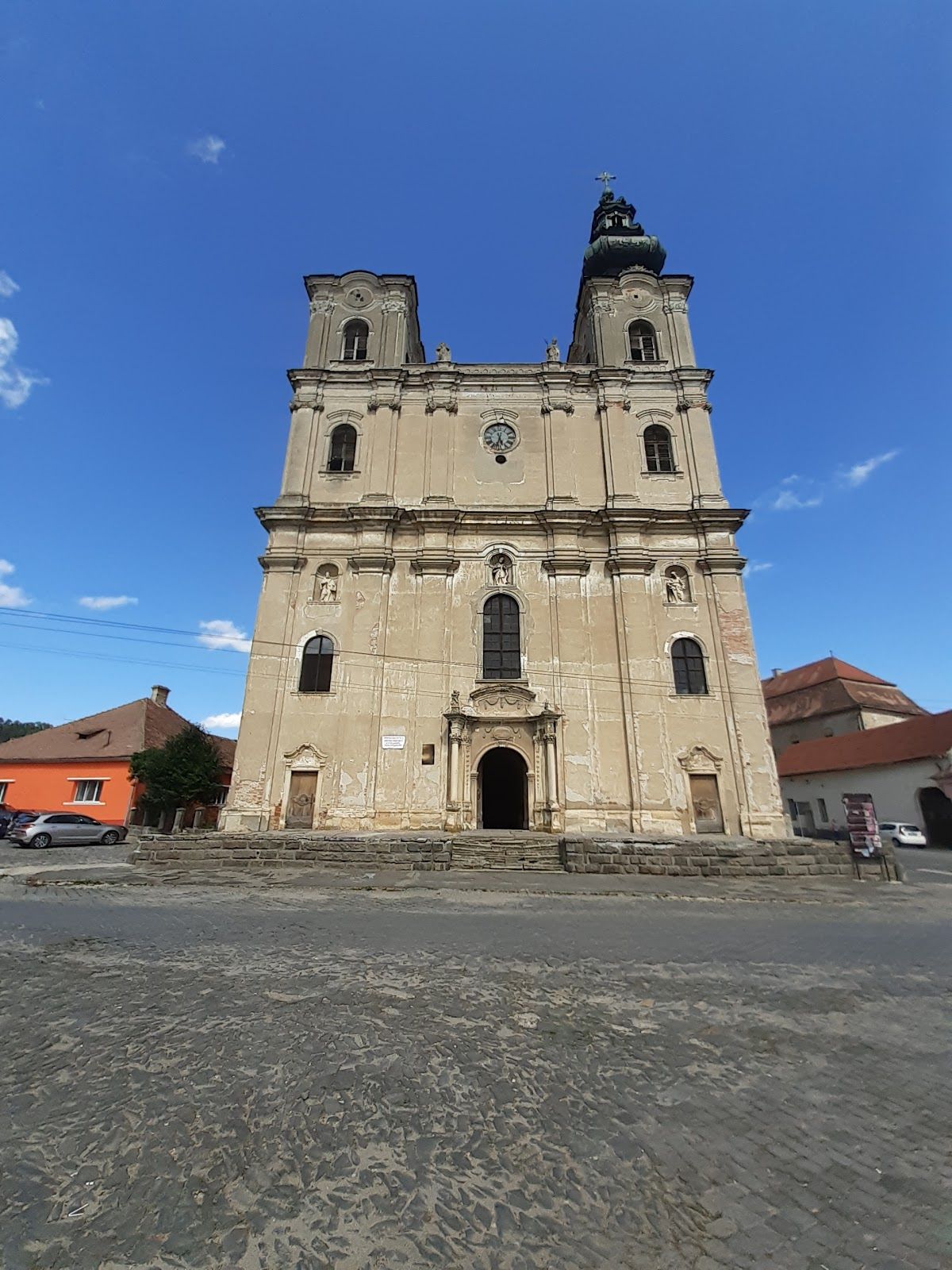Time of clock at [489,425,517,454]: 5:32
